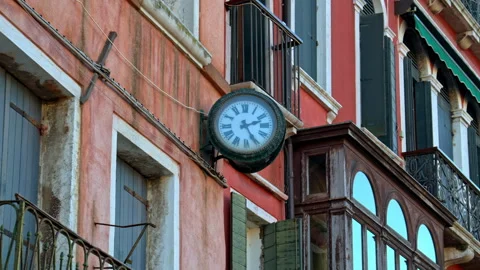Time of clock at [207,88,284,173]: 2:25
